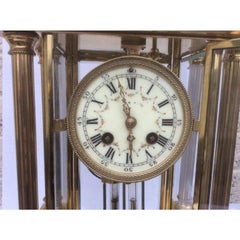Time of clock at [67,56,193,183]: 5:57
